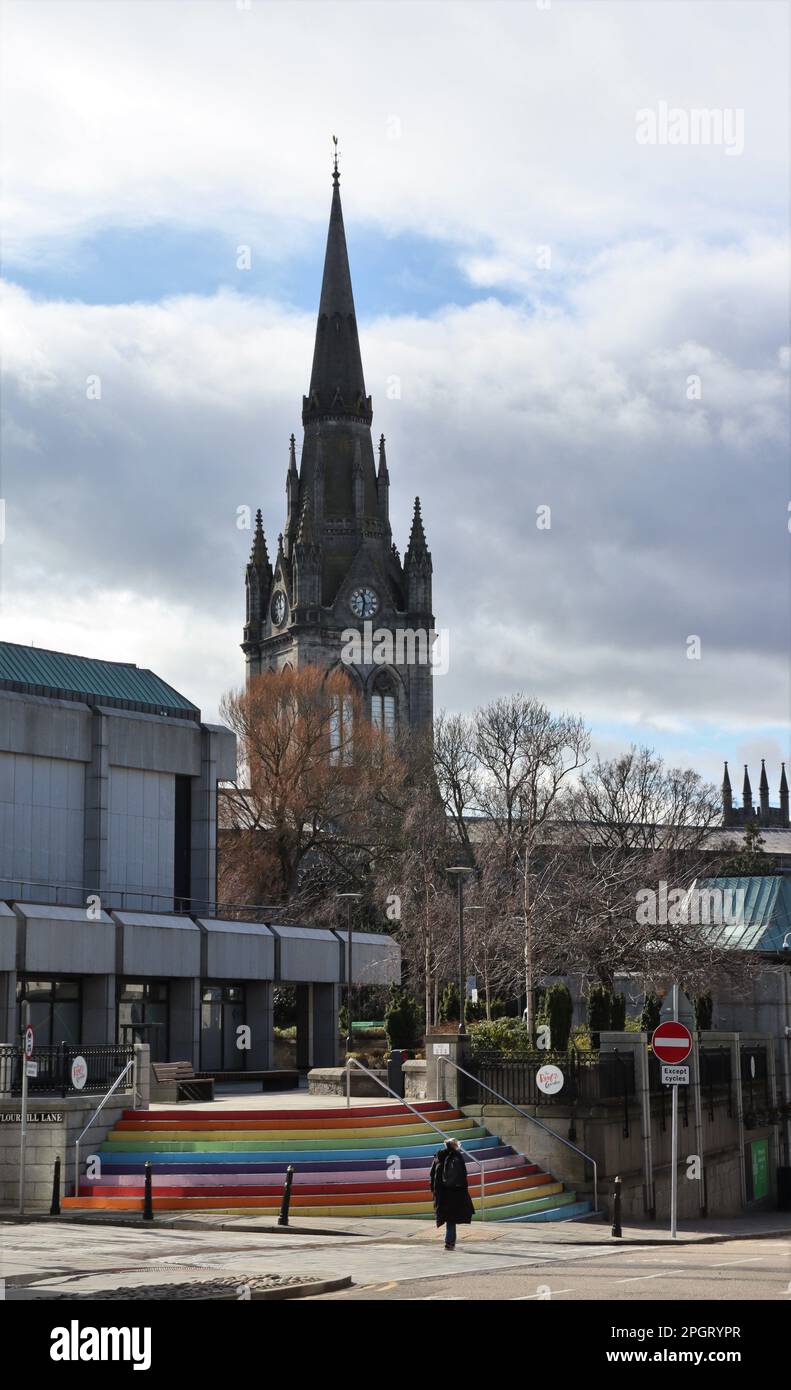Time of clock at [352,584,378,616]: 11:32
